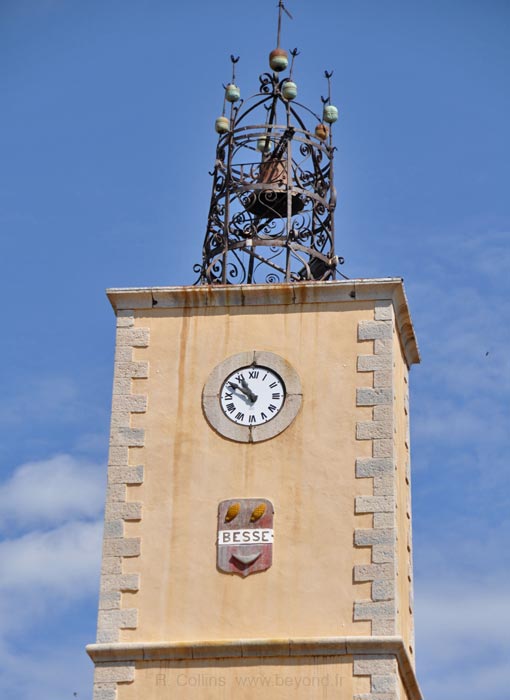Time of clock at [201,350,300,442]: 10:50
